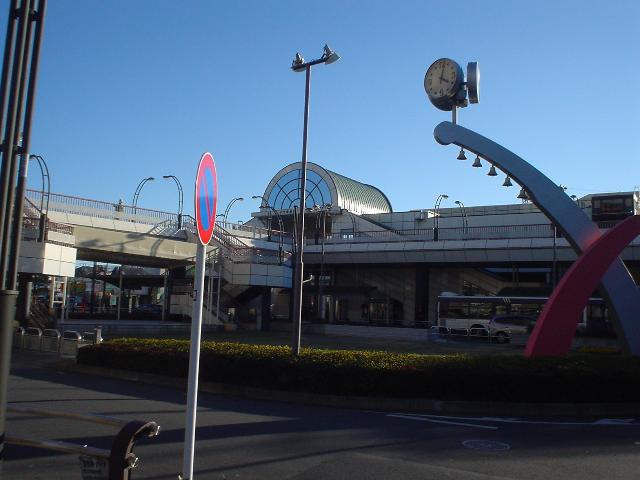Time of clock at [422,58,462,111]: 4:02
